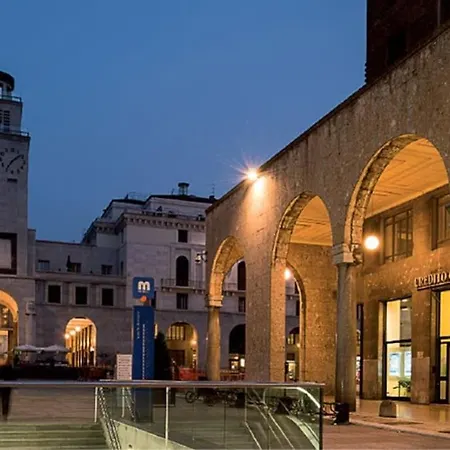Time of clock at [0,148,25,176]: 7:08
